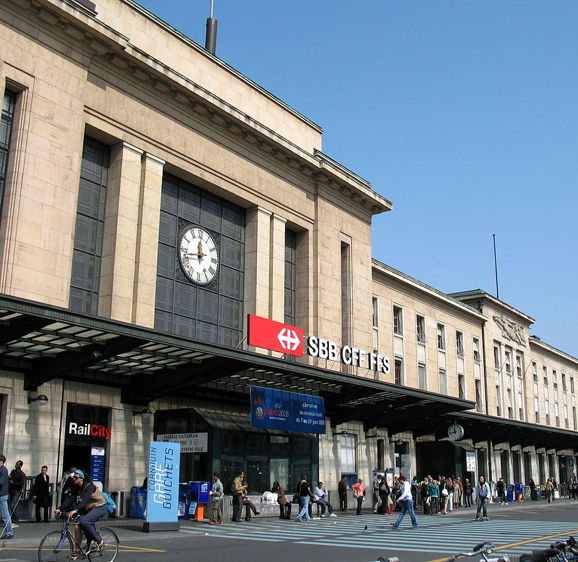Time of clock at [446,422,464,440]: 11:42
